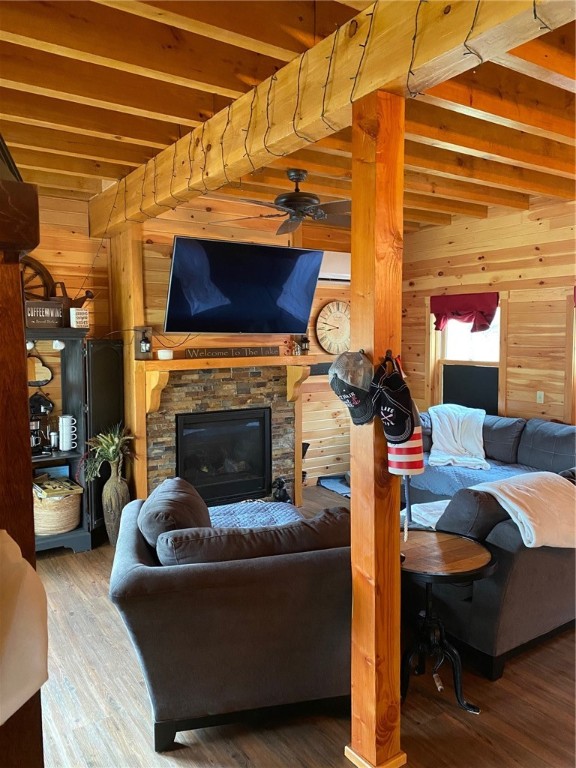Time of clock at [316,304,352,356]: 8:47
